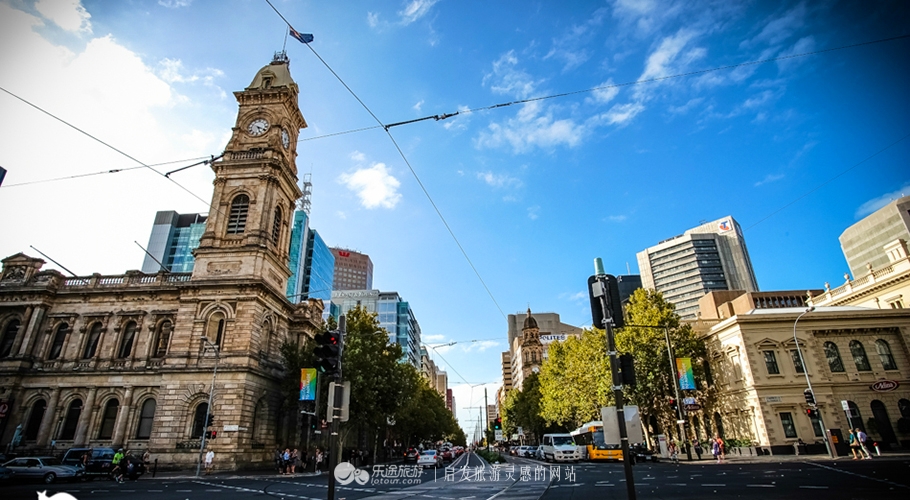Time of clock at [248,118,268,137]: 5:18
